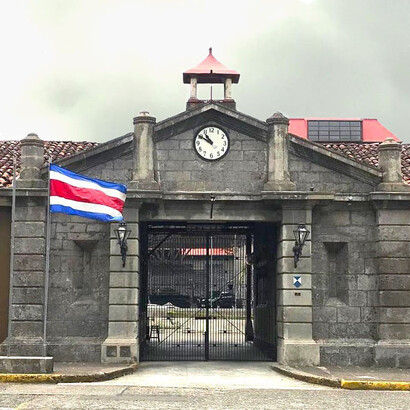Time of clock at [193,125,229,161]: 10:50
